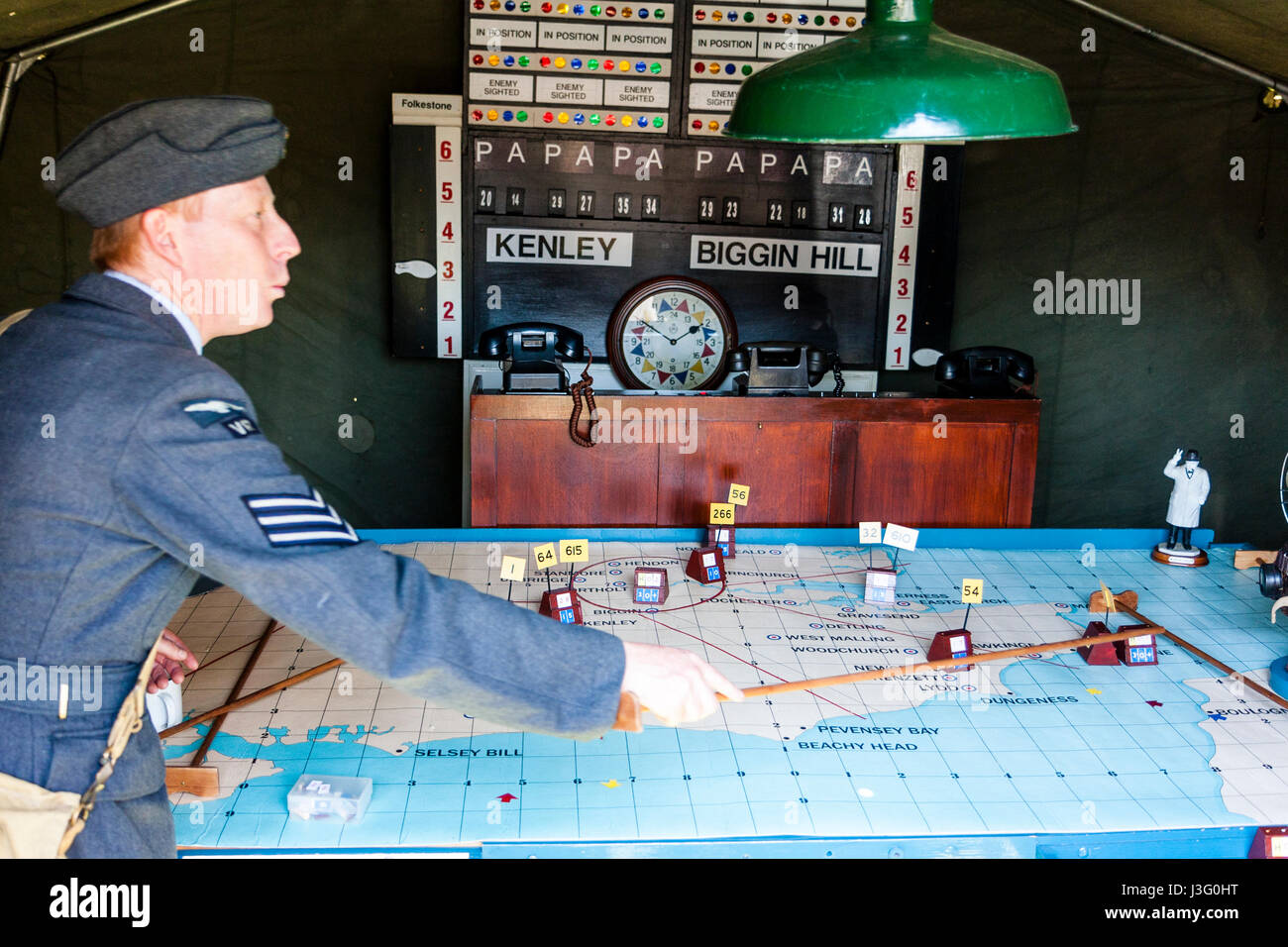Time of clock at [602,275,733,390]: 1:50
